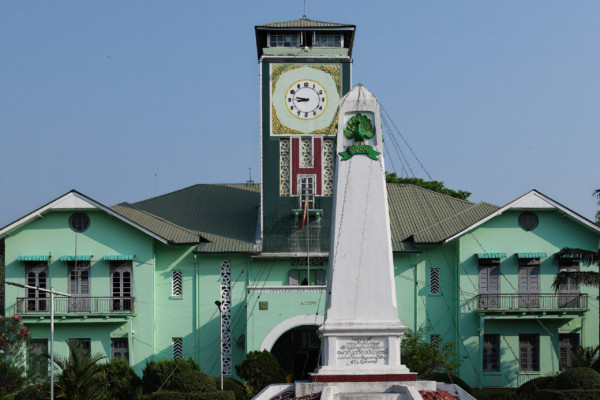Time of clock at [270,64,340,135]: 8:46
